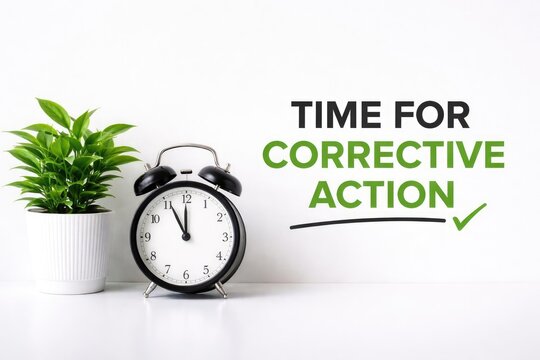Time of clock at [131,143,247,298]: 11:55
